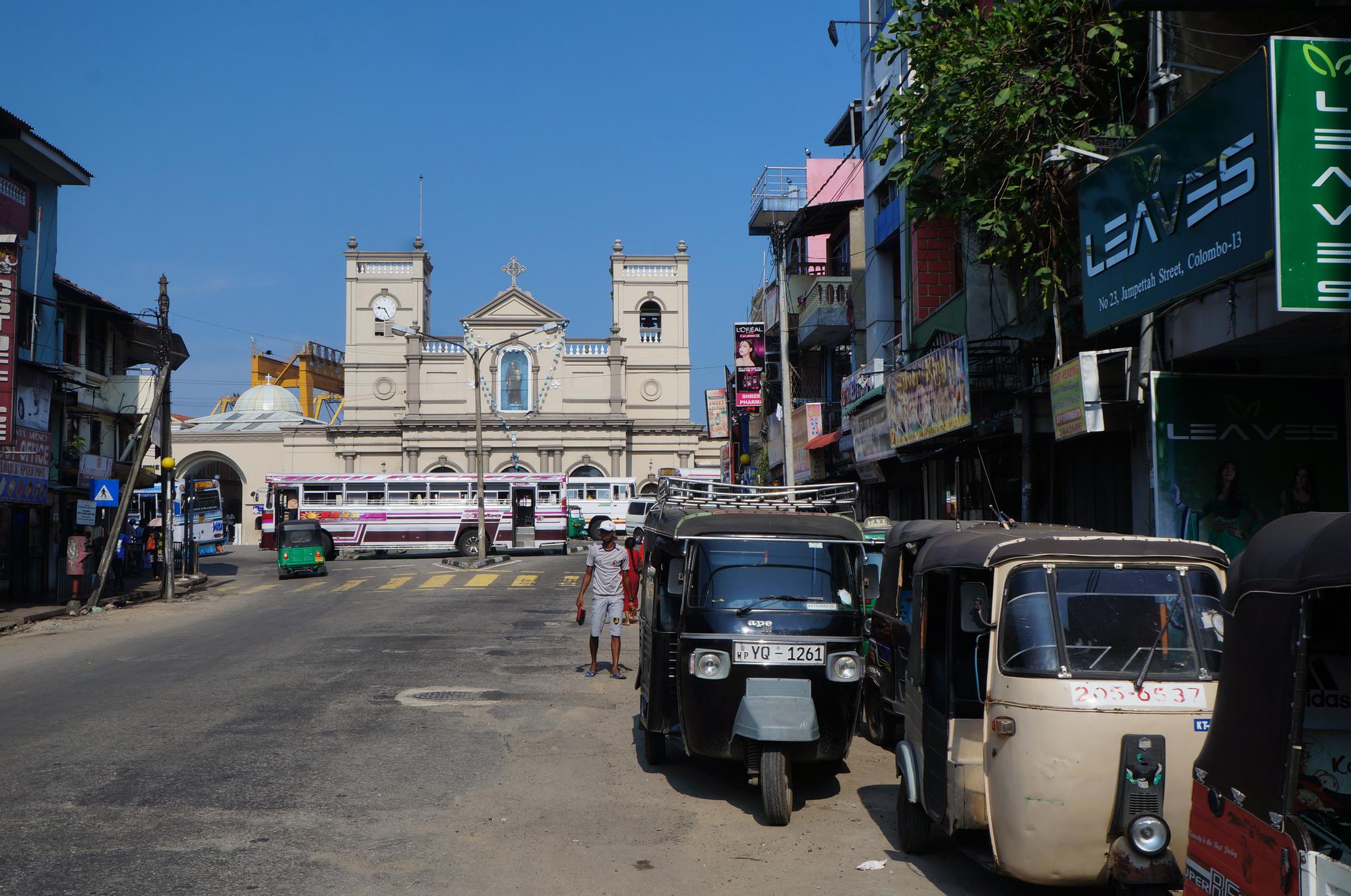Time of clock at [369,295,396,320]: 9:25
